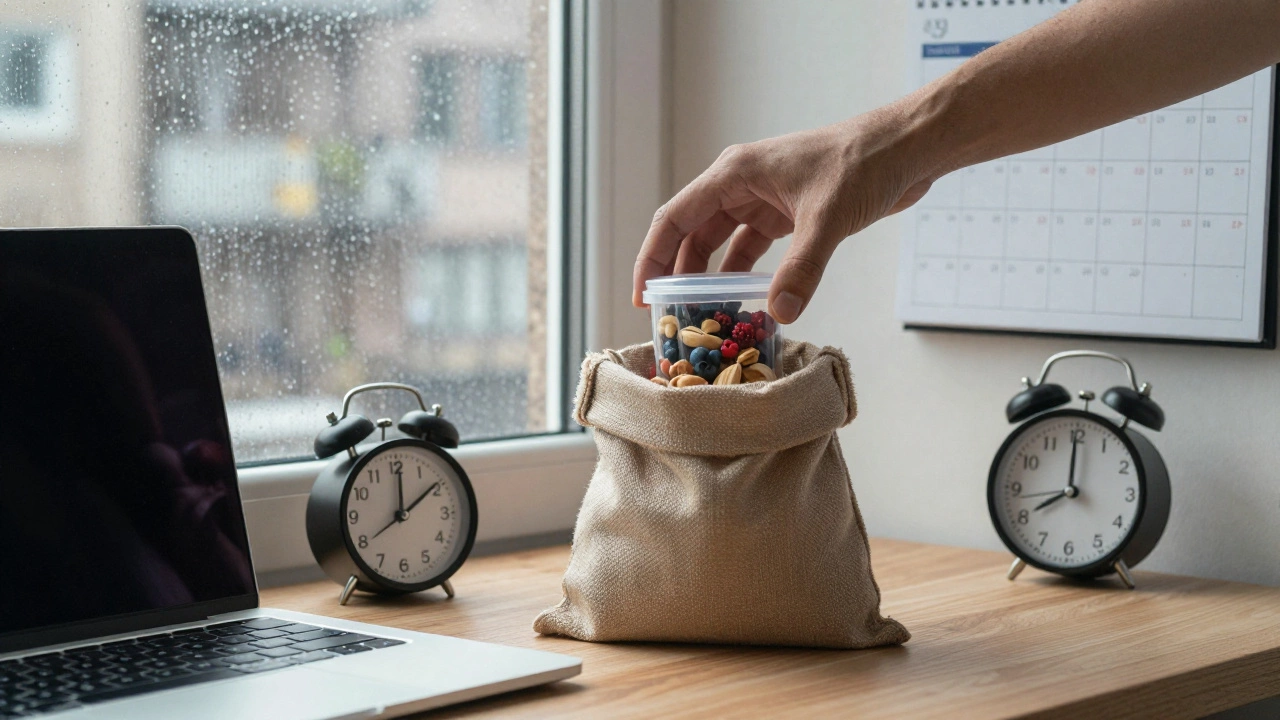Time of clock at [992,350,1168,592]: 8:00
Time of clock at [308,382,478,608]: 12:09
